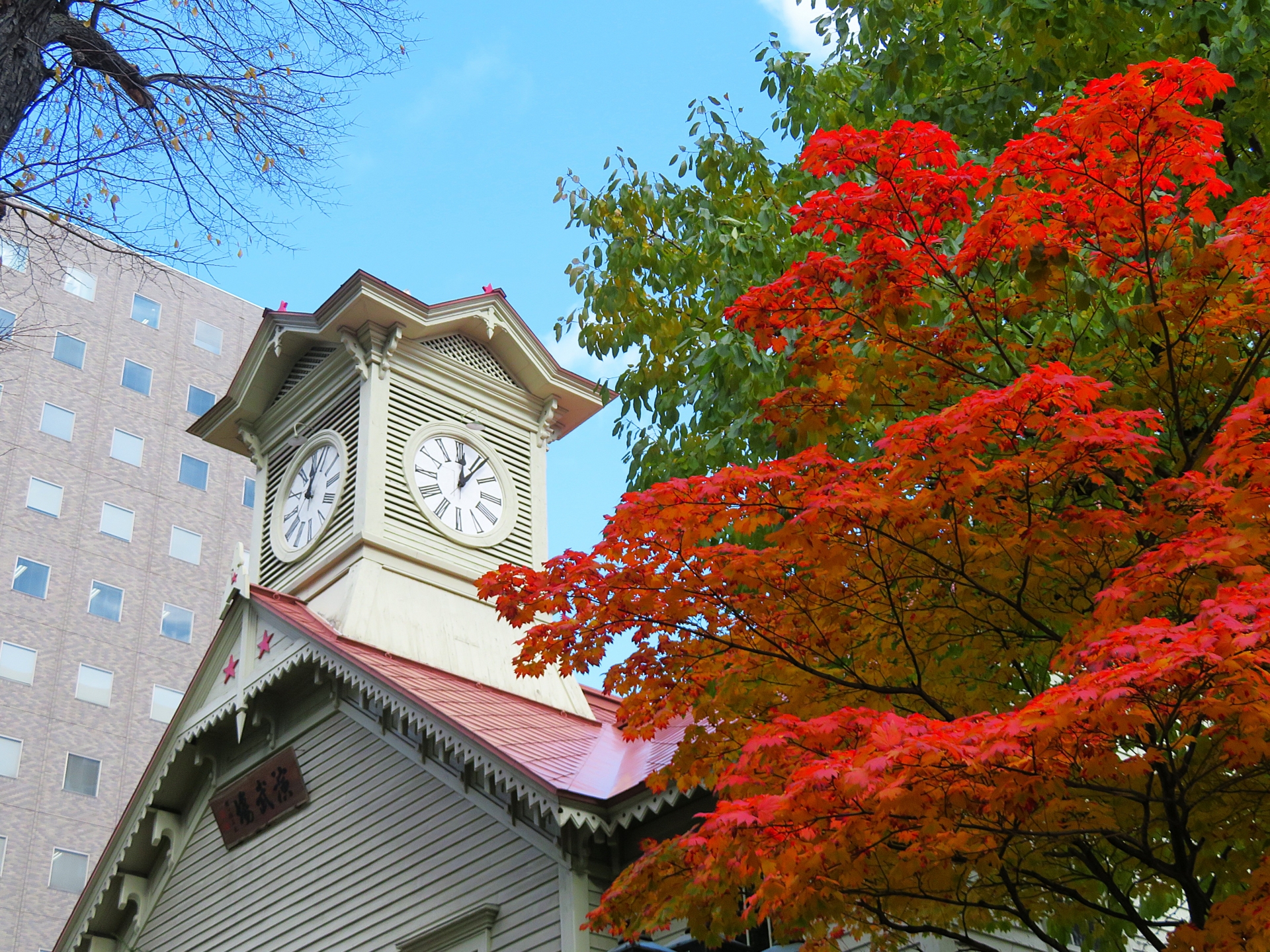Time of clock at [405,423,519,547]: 12:05
